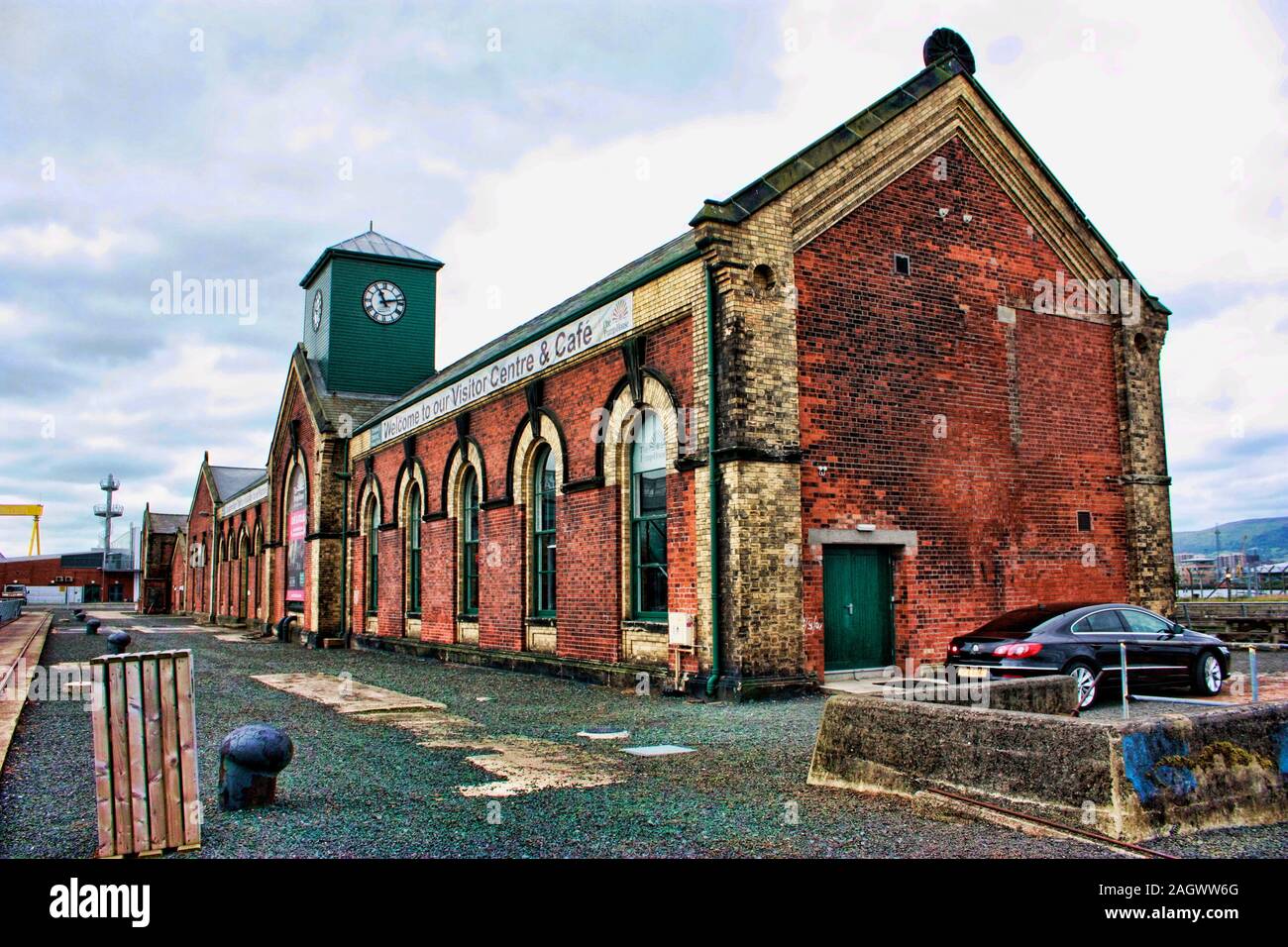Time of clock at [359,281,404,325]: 11:12
